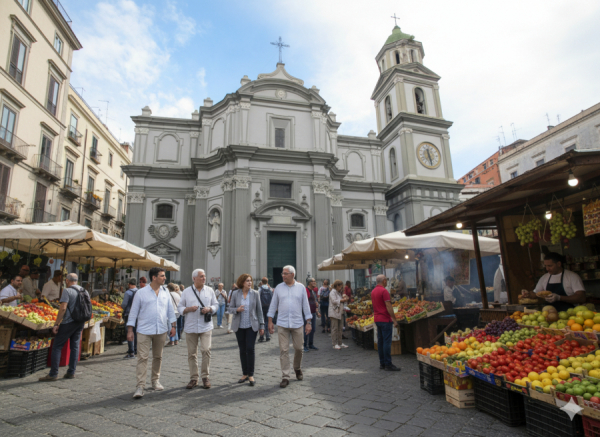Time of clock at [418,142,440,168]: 5:27
